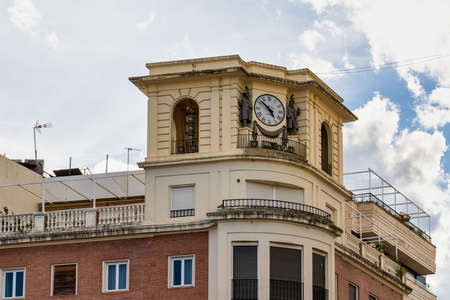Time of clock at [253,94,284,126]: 4:51
